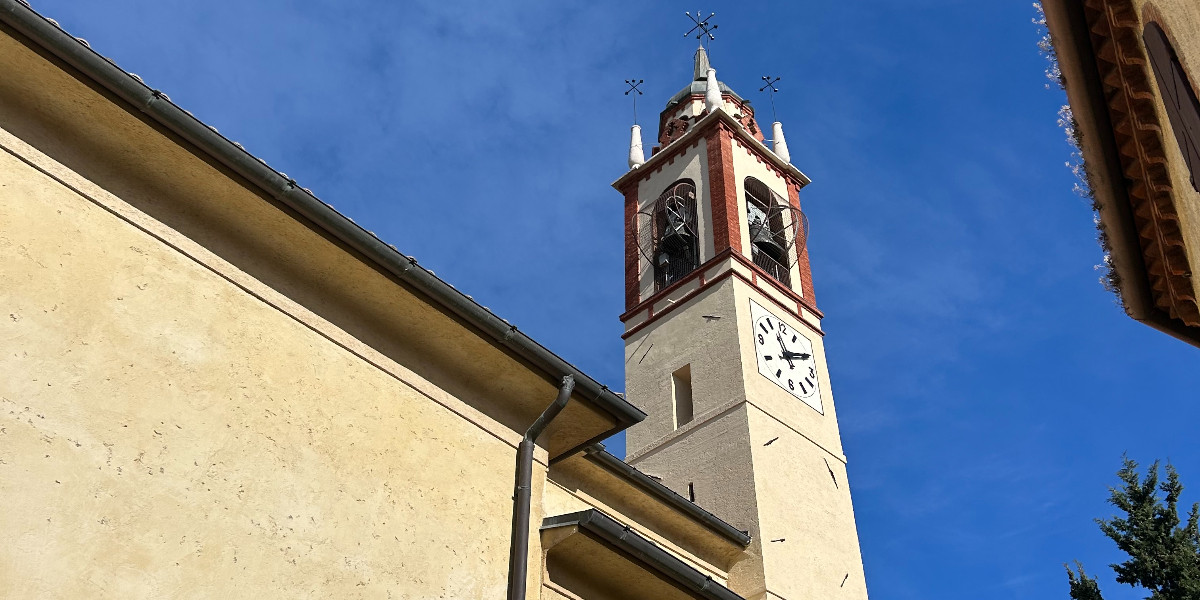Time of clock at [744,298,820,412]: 11:10
